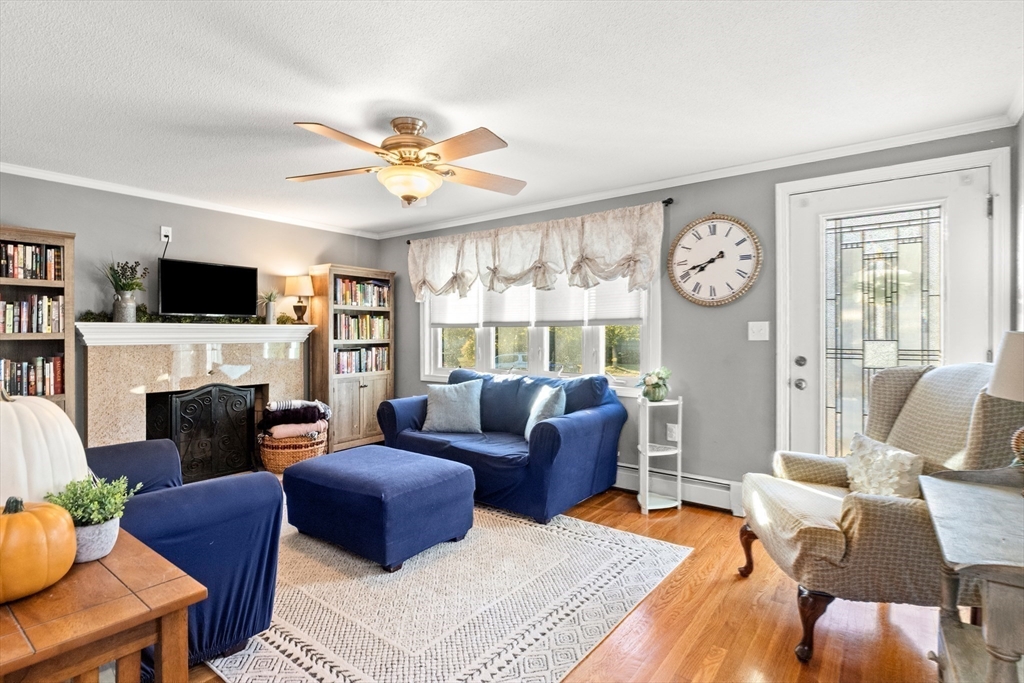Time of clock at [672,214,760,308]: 7:41
